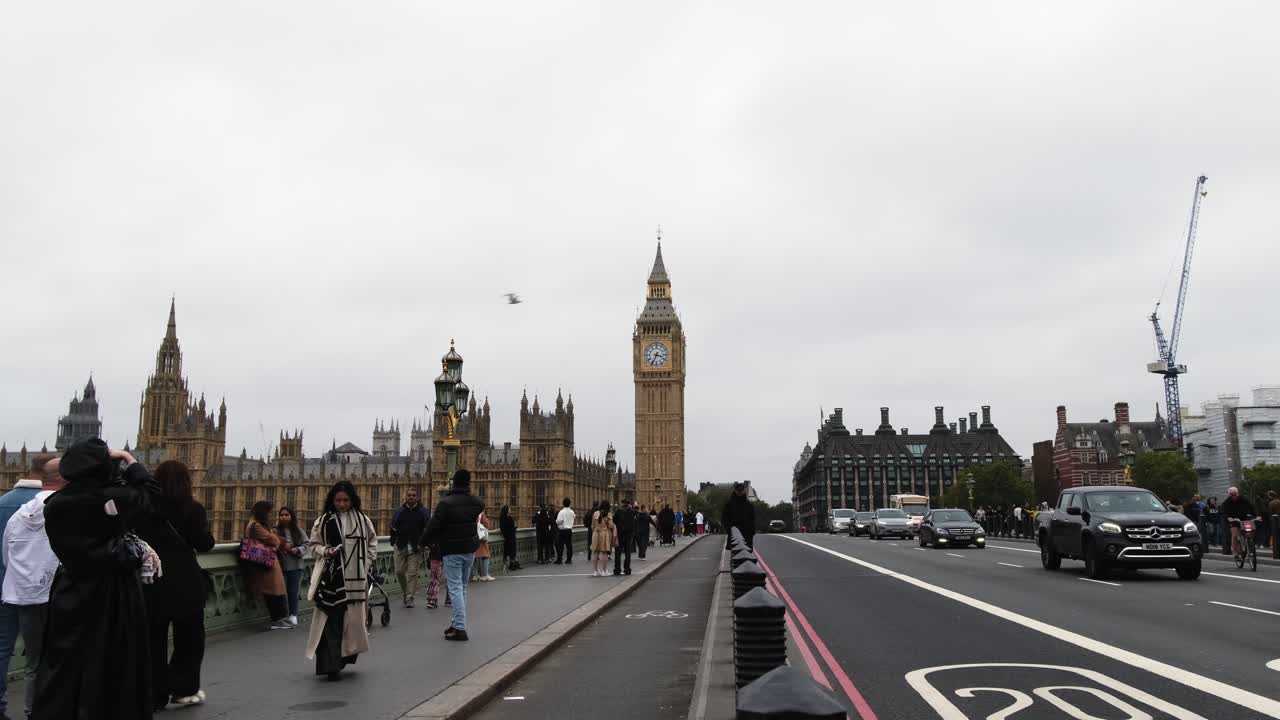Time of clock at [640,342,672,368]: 3:34
